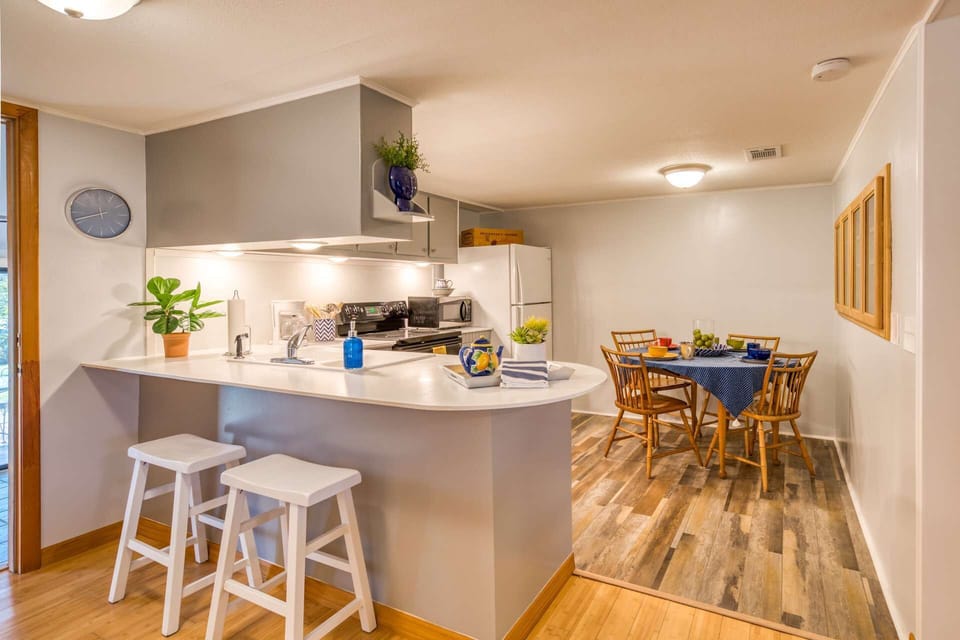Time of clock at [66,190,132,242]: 5:41
